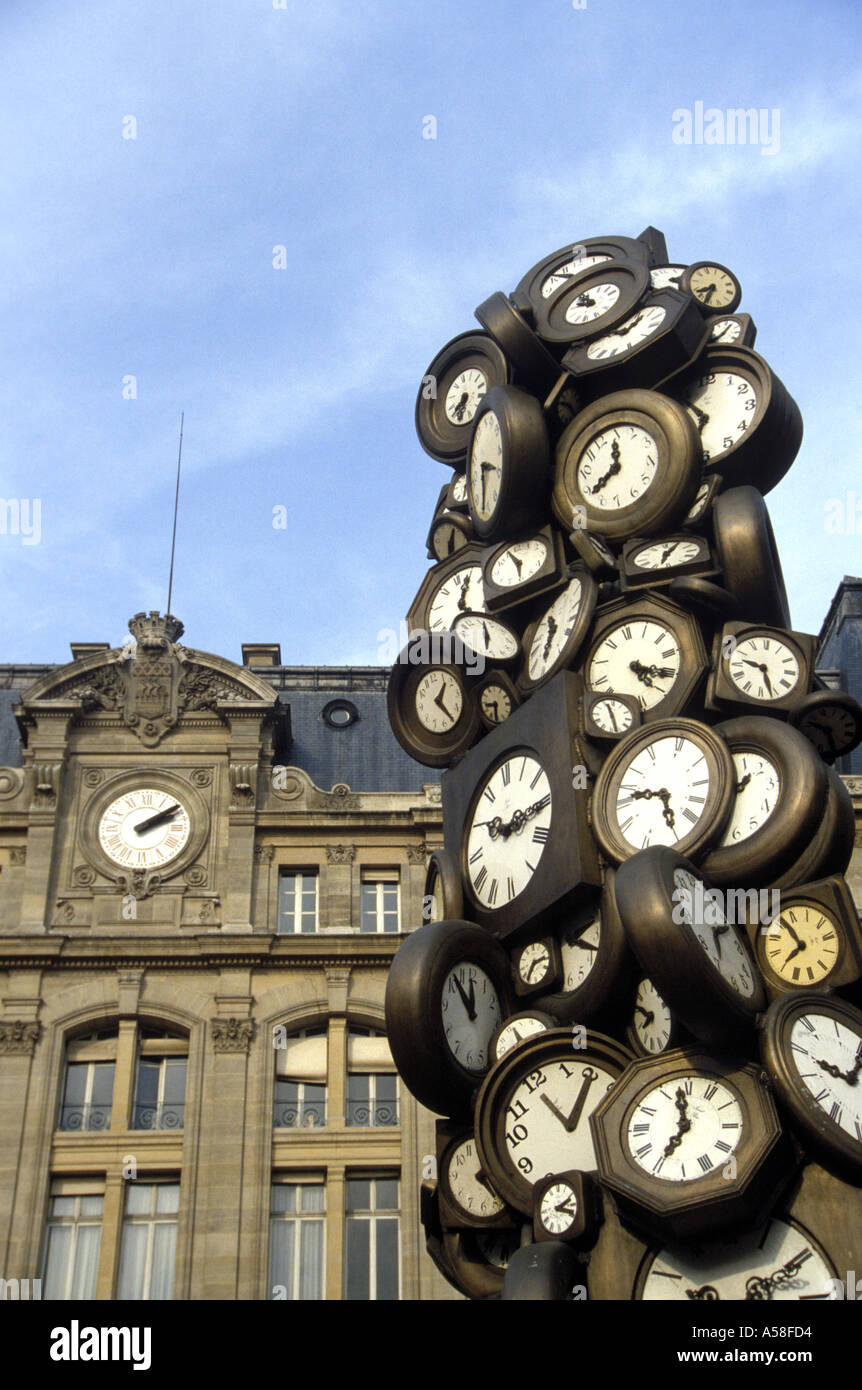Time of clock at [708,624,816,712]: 9:26
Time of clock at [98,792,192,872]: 2:09
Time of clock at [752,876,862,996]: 7:55
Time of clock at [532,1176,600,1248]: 2:18
